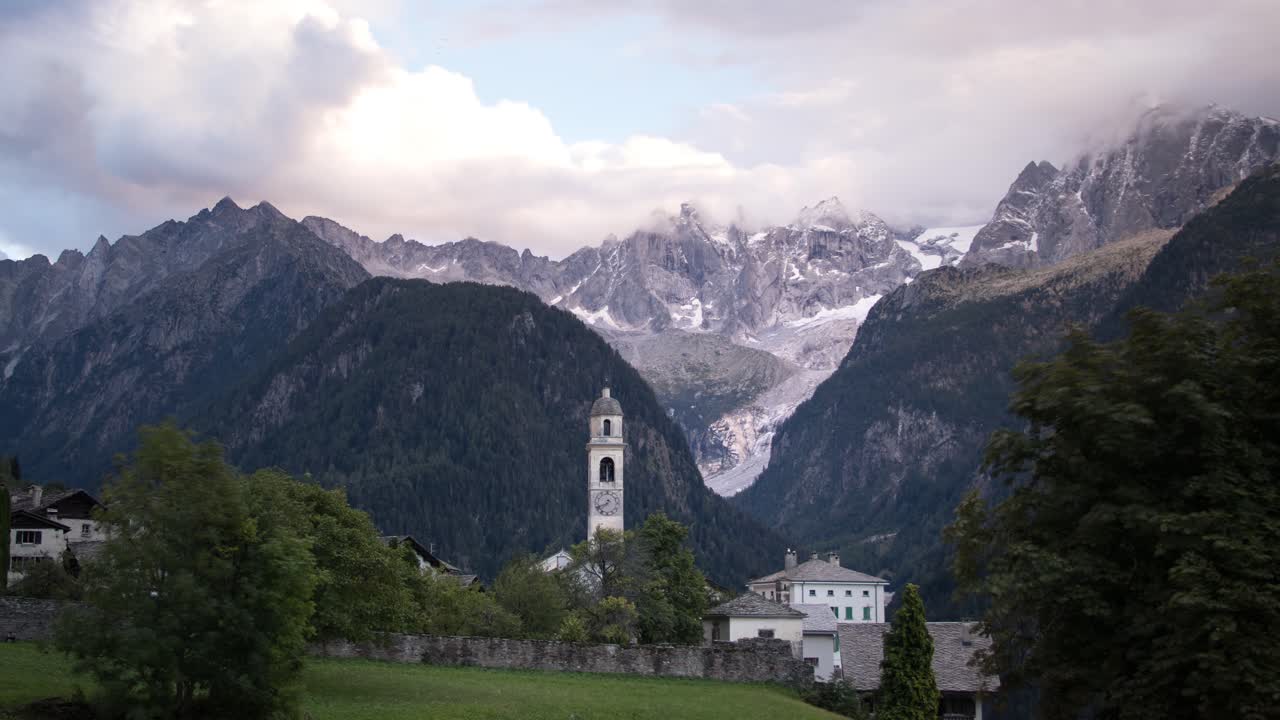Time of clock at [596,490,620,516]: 7:41
